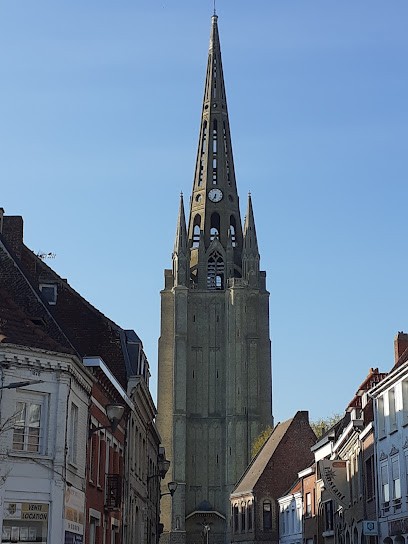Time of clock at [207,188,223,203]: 6:35
